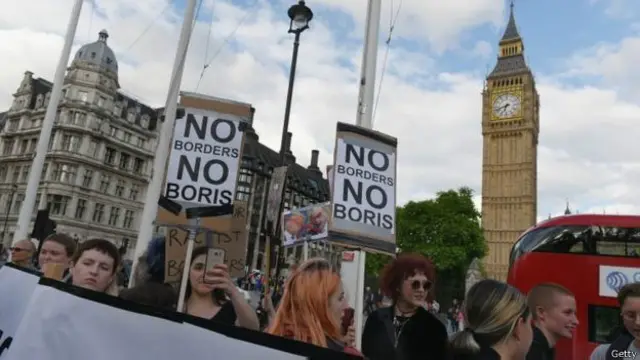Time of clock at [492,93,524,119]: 6:41
